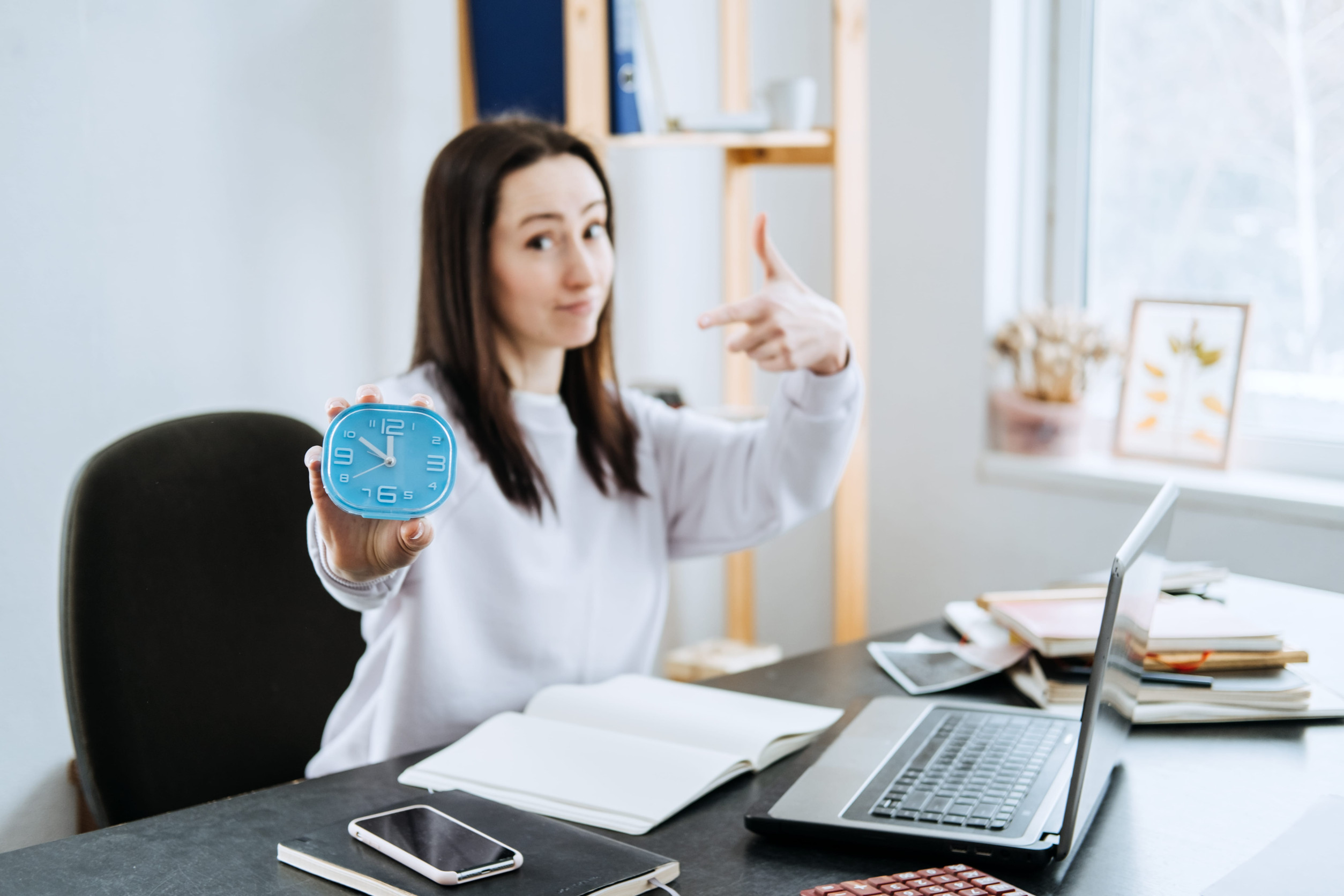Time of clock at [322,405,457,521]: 11:50
